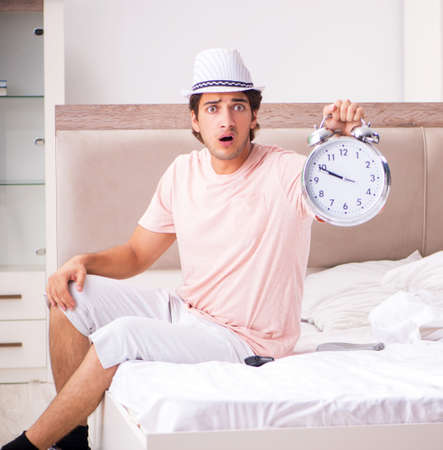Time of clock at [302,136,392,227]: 9:49
